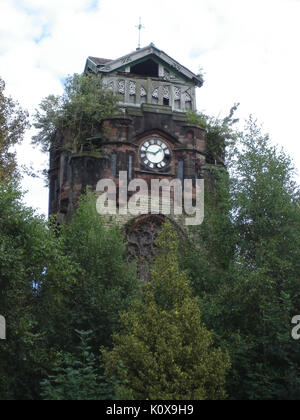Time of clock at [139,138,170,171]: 1:46
